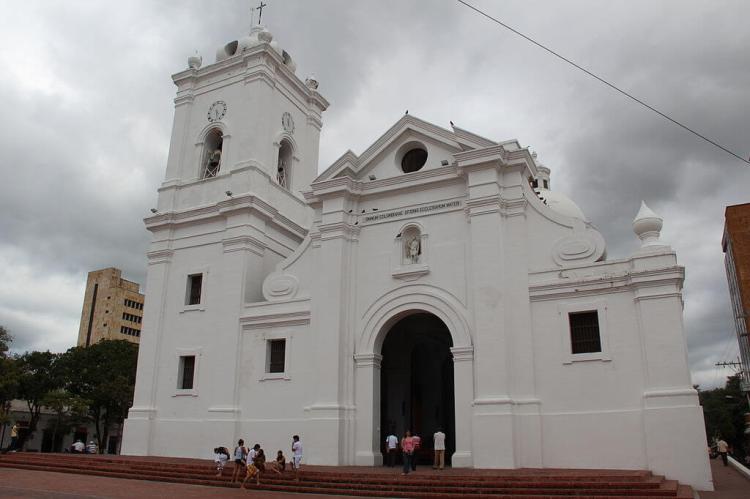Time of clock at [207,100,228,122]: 4:28
